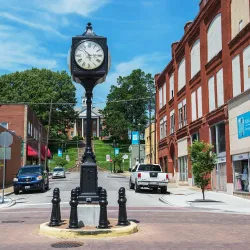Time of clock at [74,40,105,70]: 5:14
